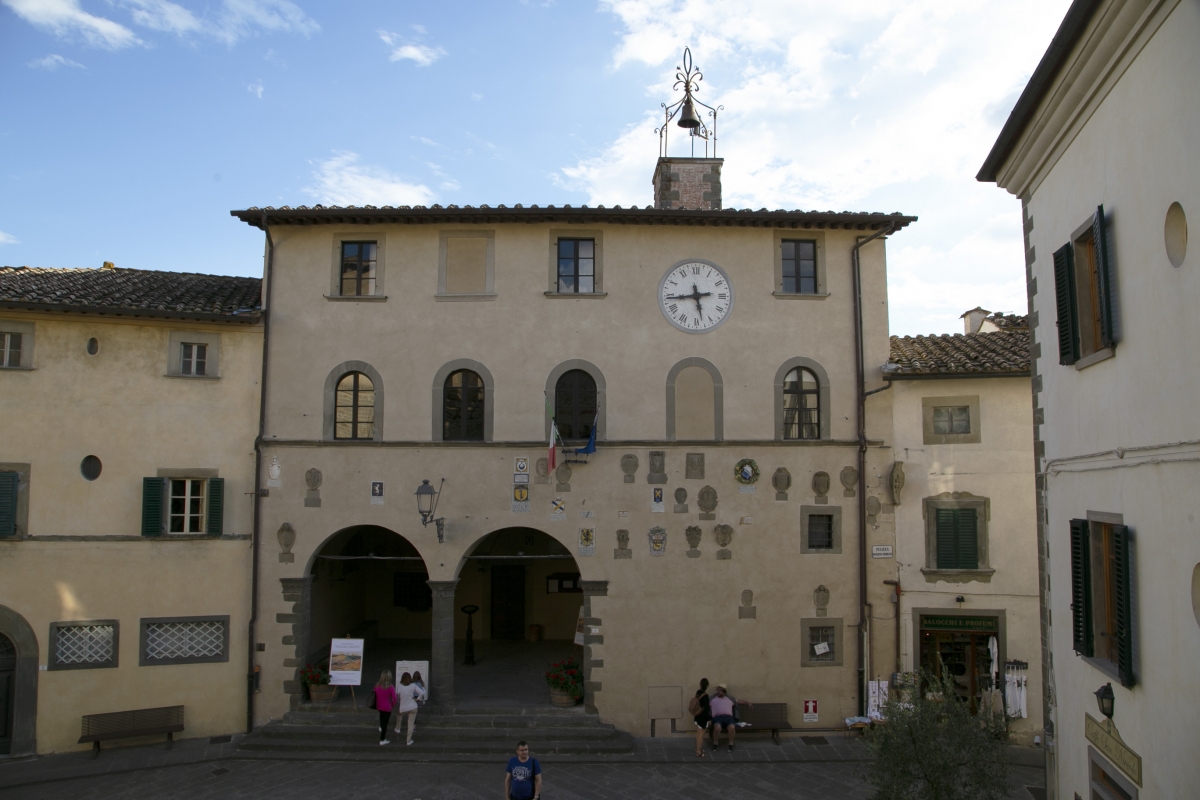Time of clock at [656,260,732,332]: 5:43
